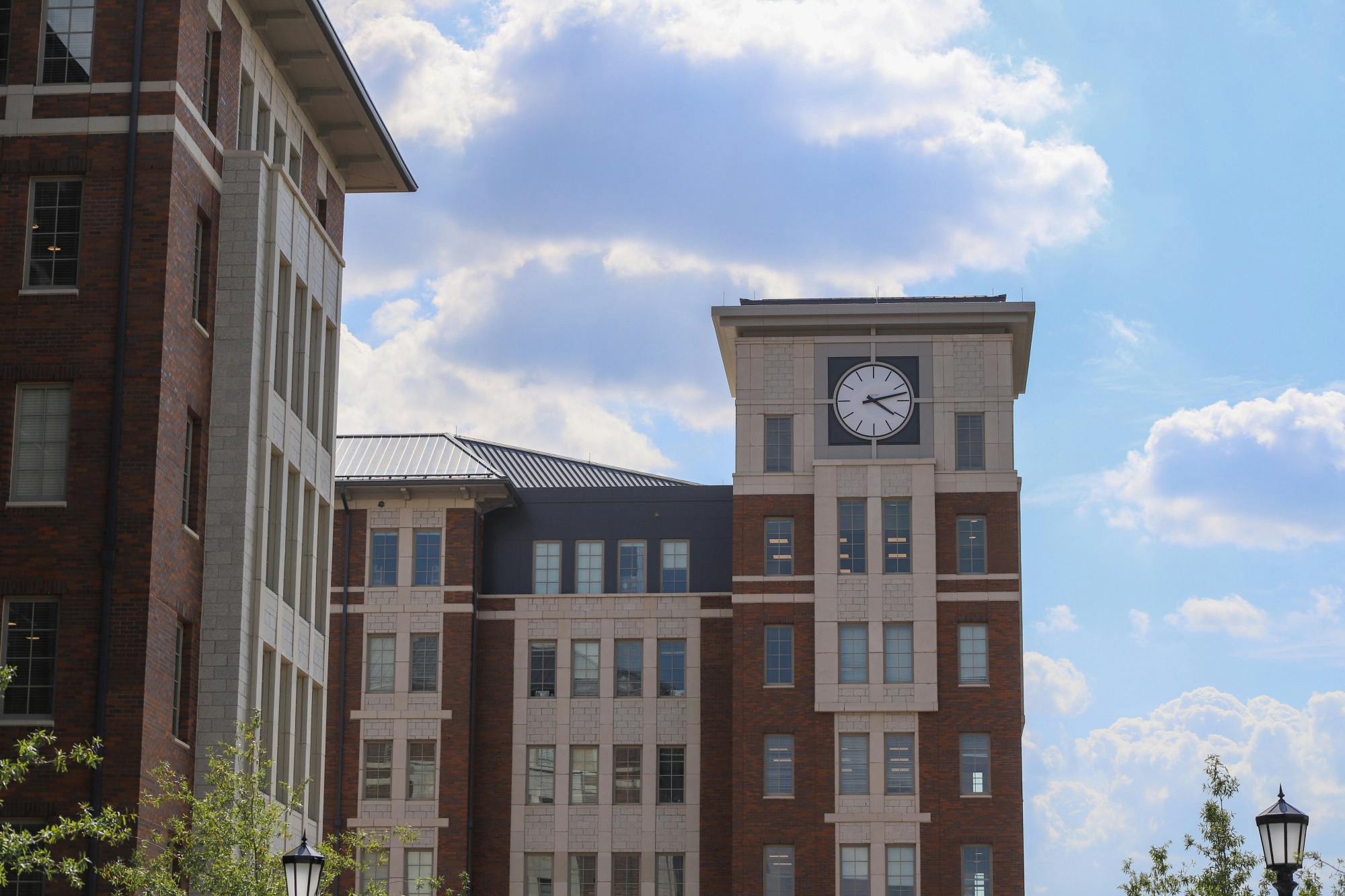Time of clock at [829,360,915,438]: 4:12
